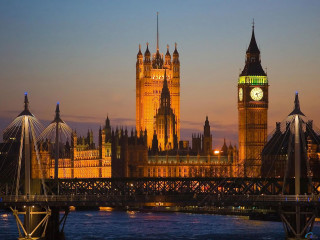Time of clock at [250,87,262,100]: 5:11
